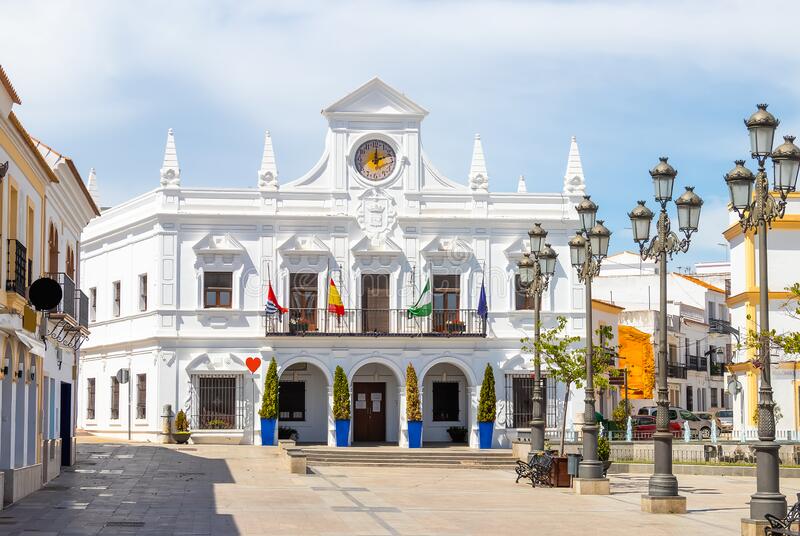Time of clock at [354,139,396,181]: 12:11
